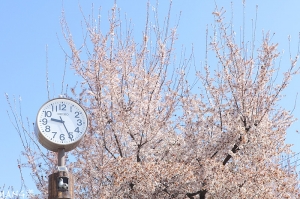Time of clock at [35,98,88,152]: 9:25
